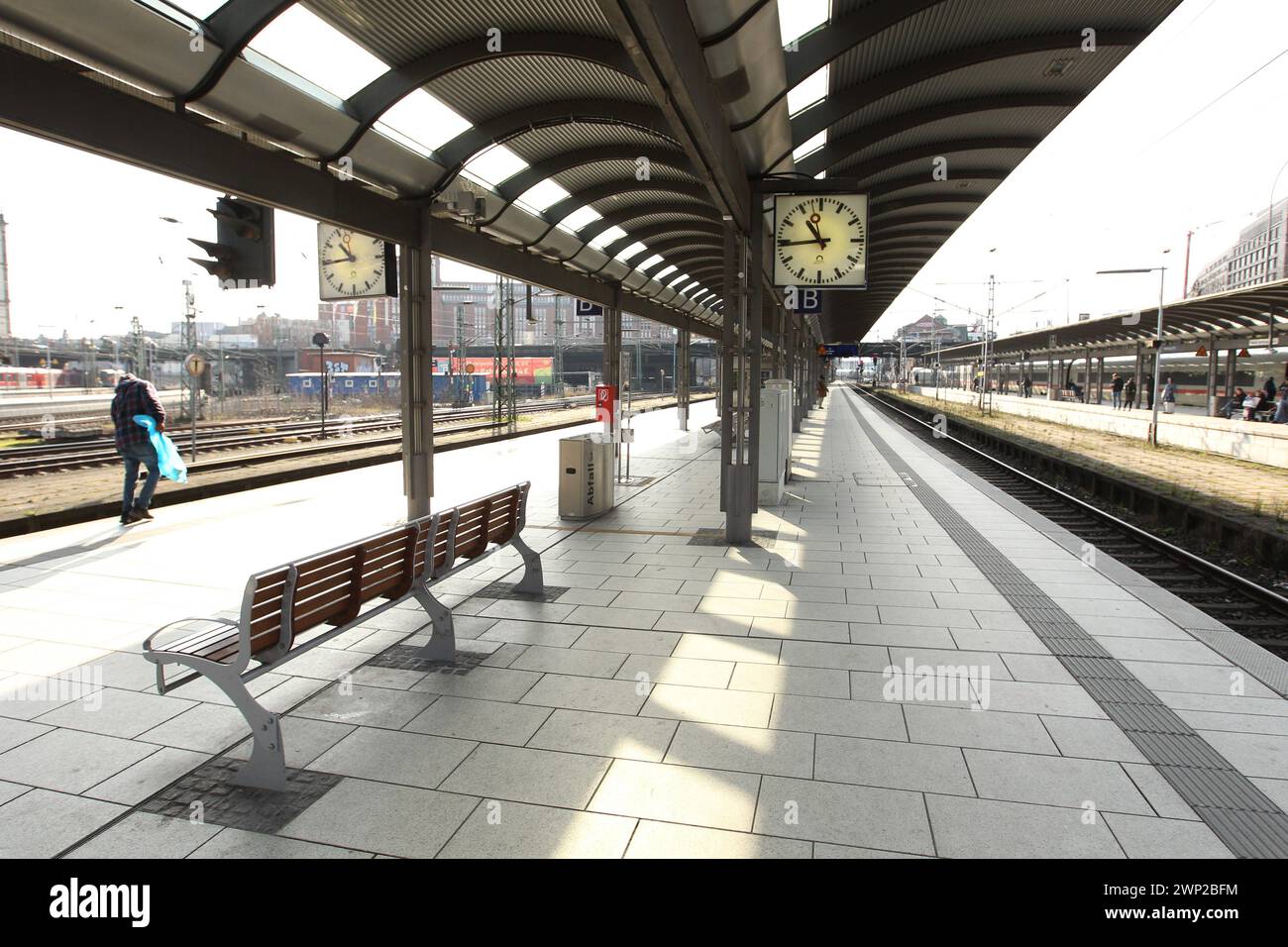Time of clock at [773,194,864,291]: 10:44
